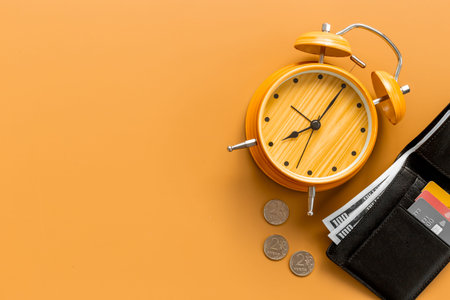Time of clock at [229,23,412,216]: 8:04
